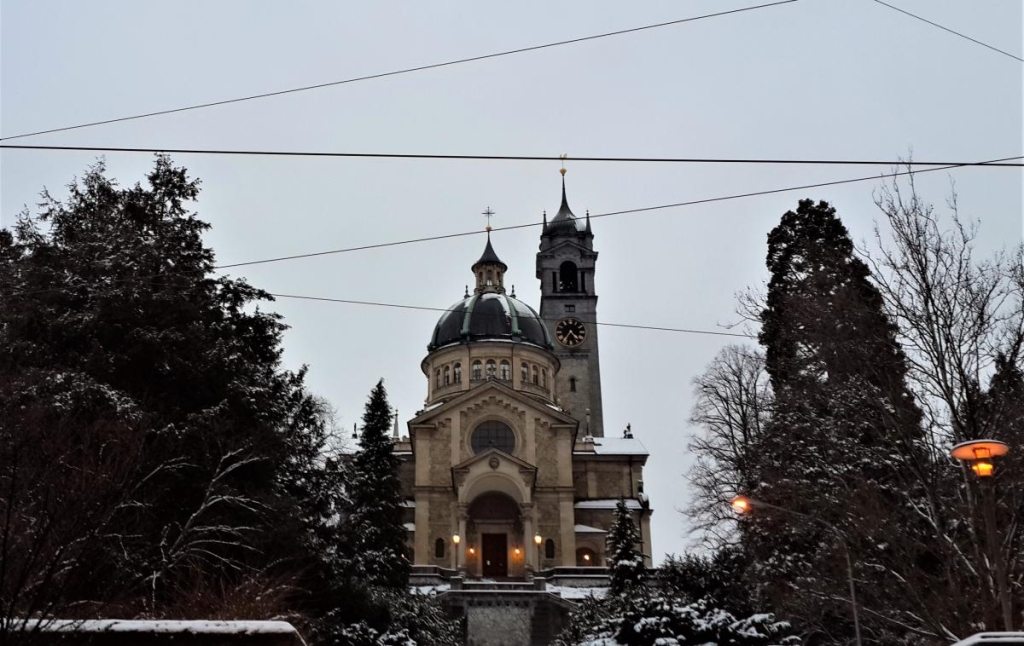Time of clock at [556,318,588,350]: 4:35
